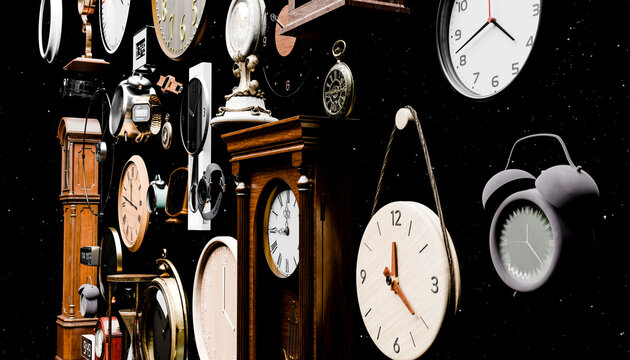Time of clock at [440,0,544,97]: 8:21
